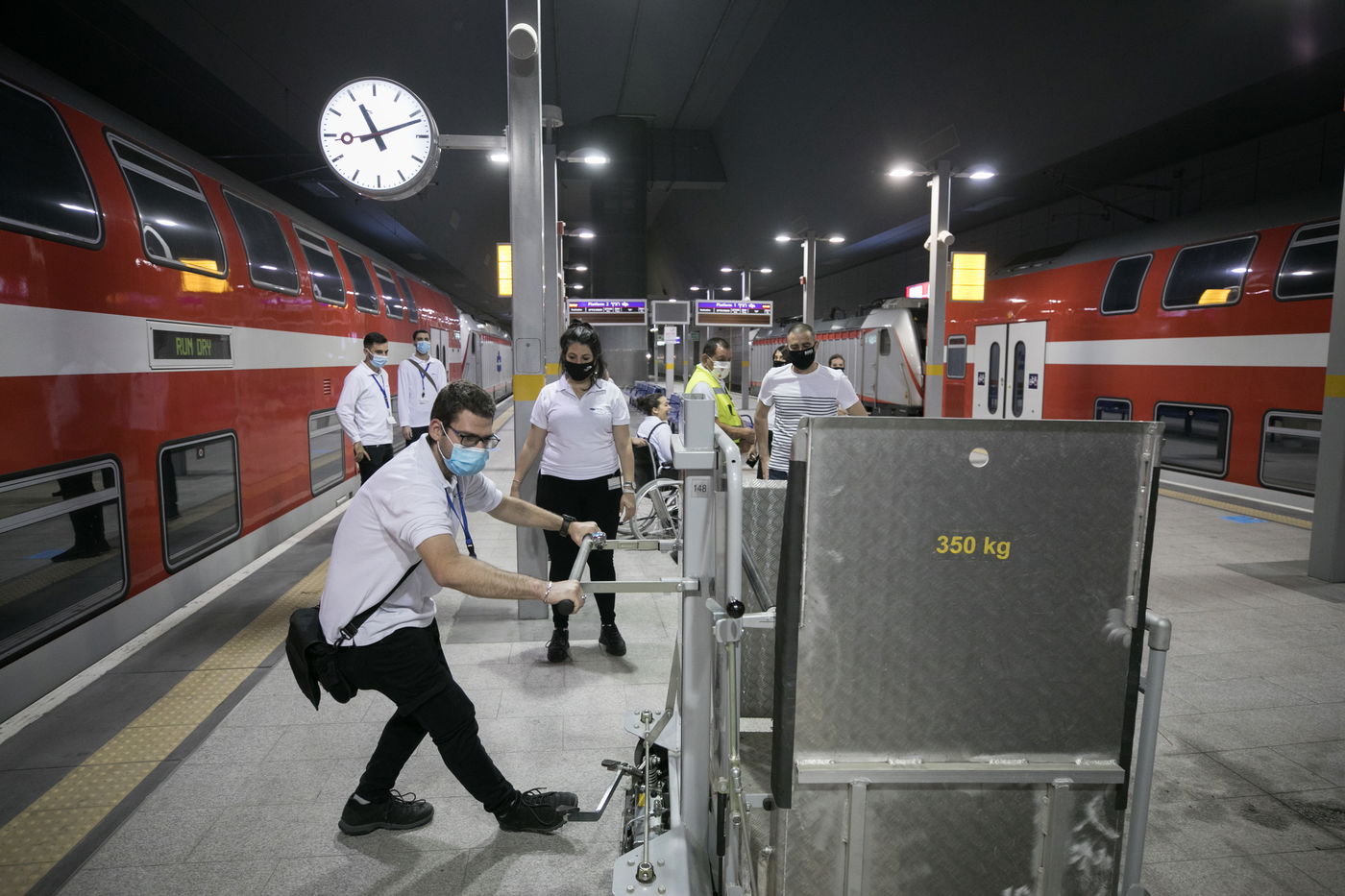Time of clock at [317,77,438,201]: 11:11
